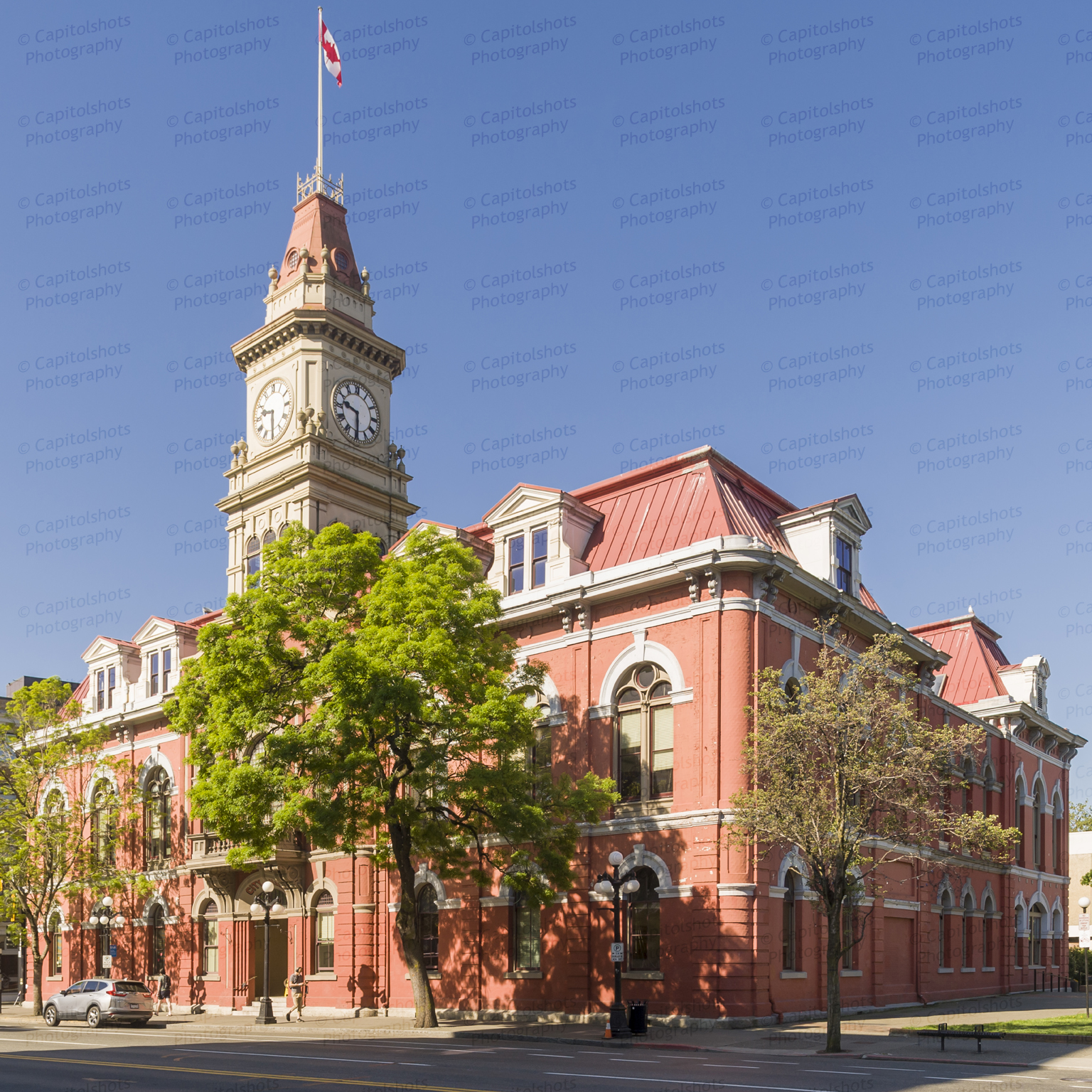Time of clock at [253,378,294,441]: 9:30
